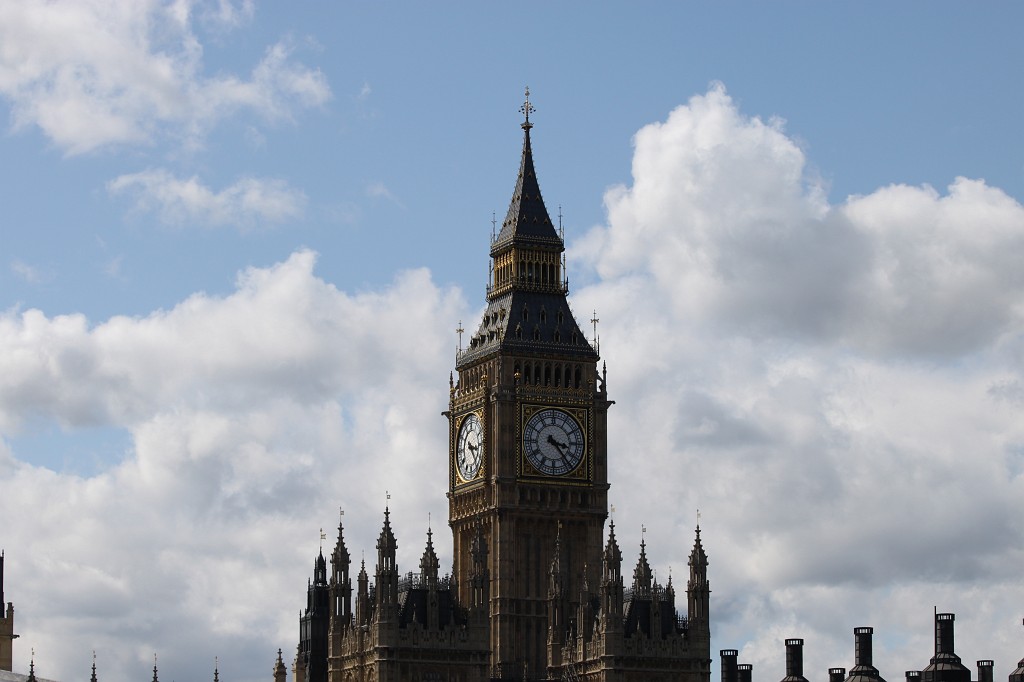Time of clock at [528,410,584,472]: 3:23
